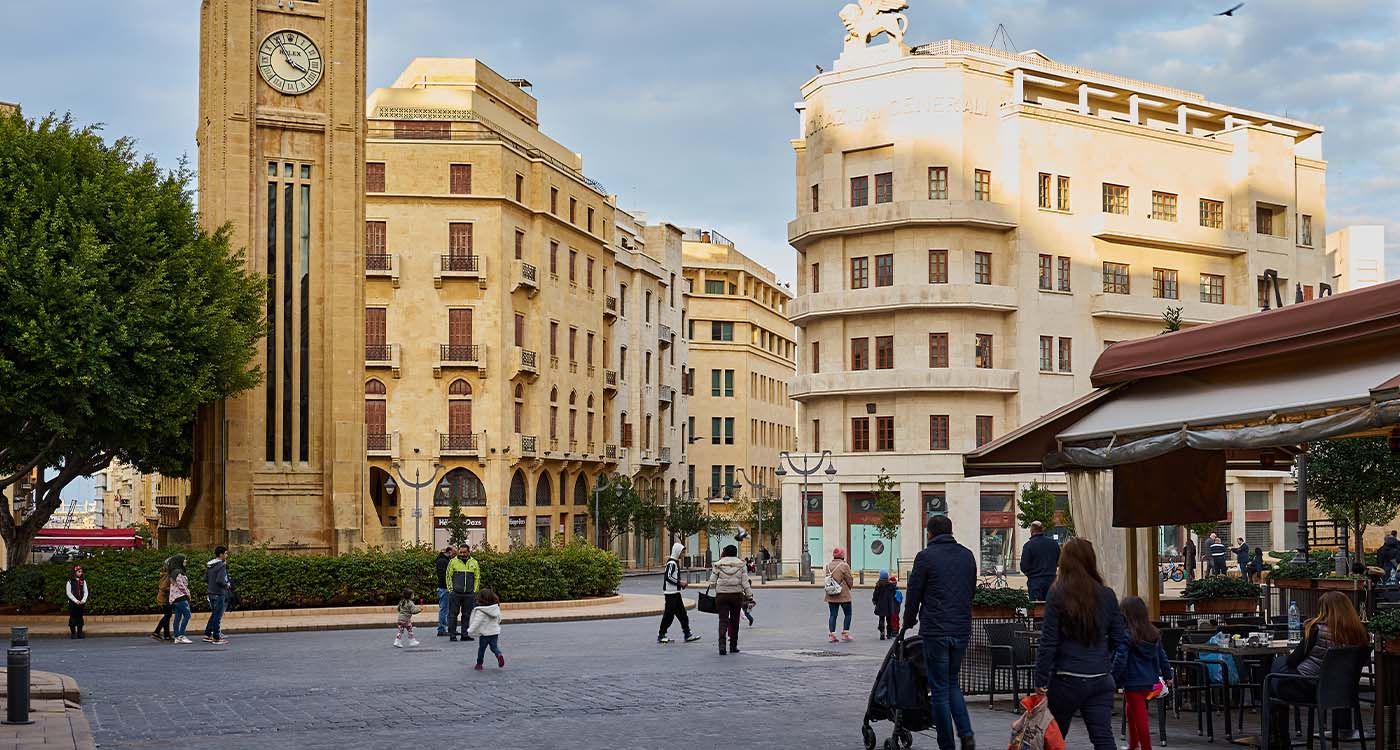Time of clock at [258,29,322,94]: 3:55
